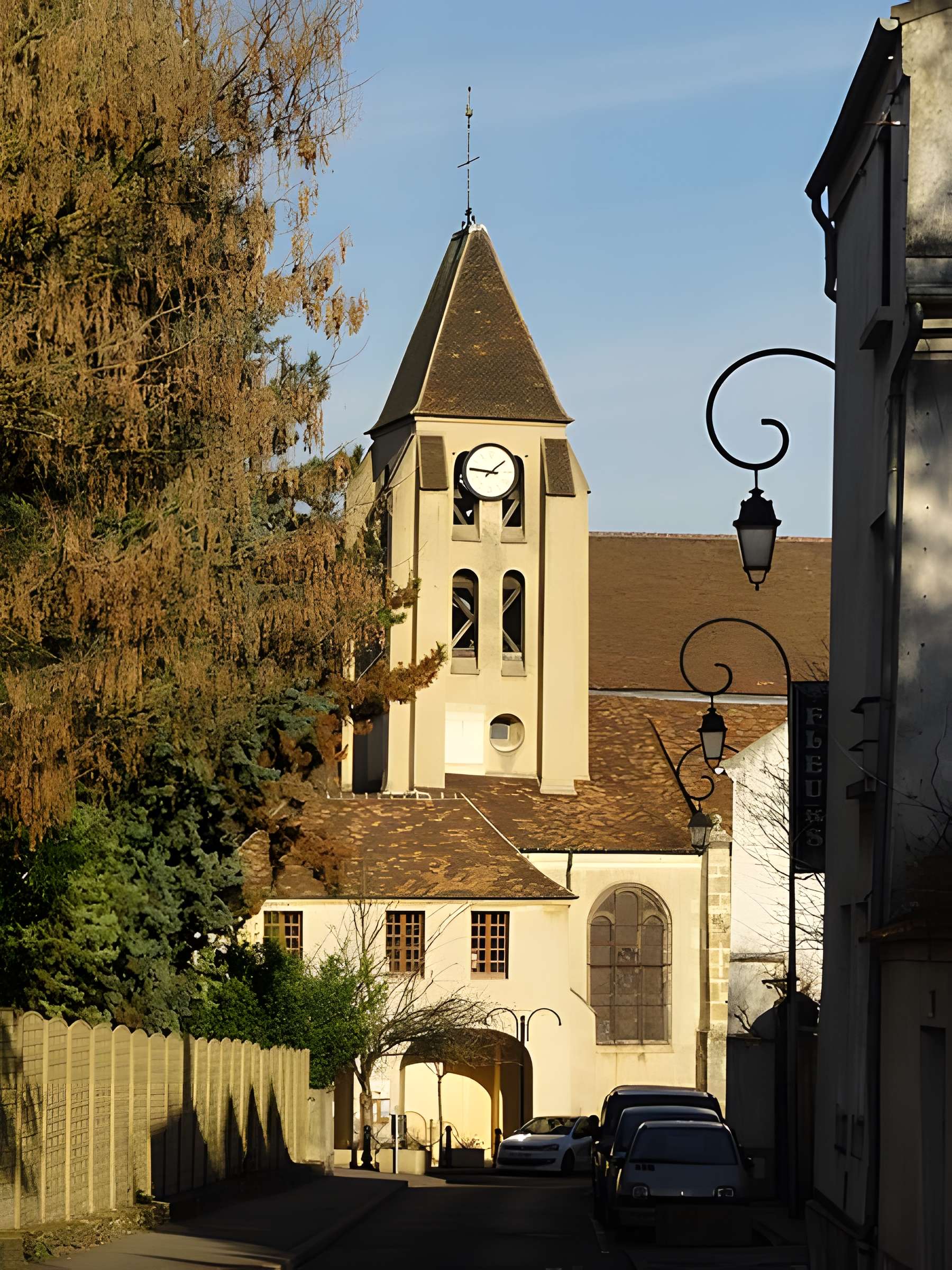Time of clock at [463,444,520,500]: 1:46
